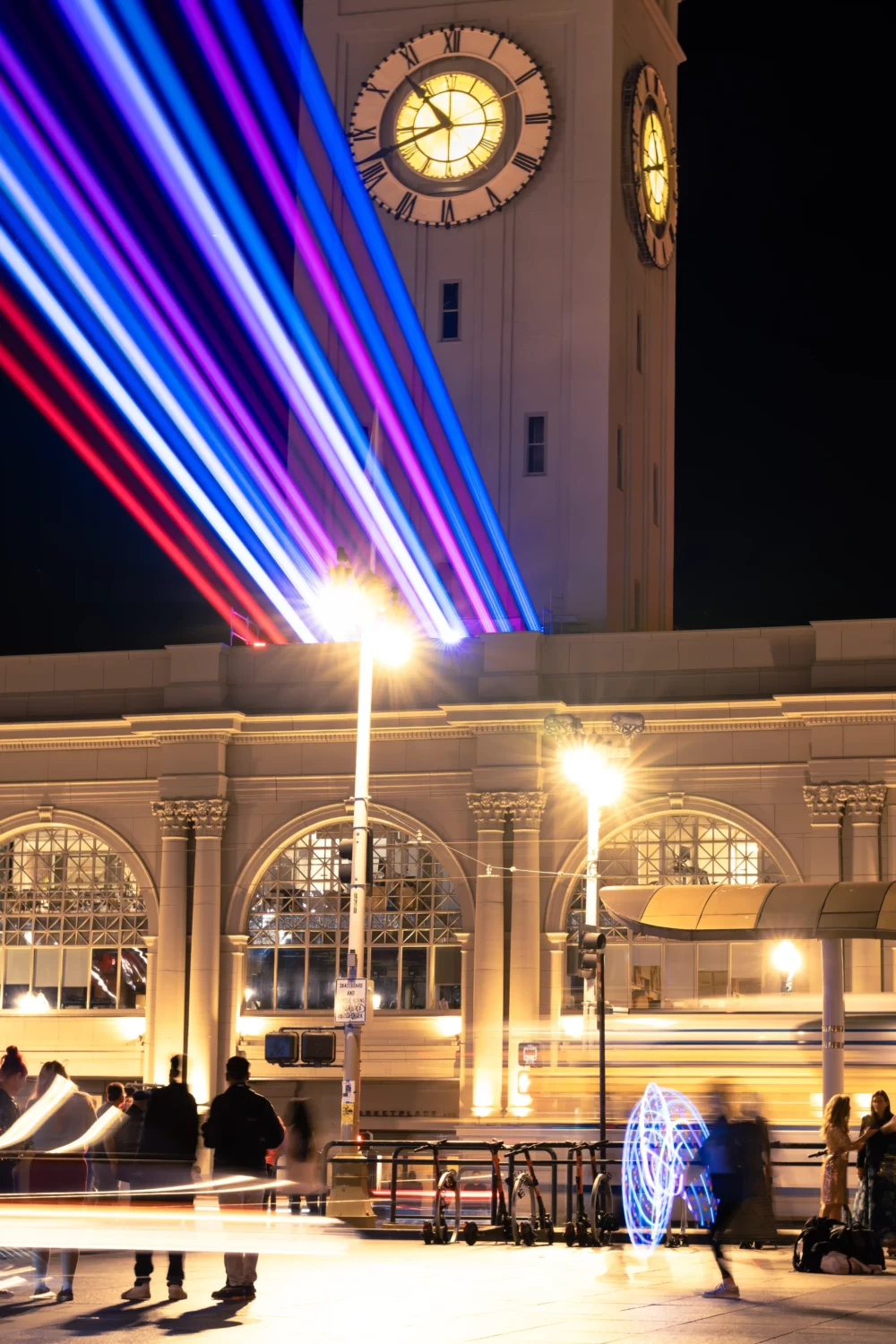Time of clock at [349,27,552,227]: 10:41
